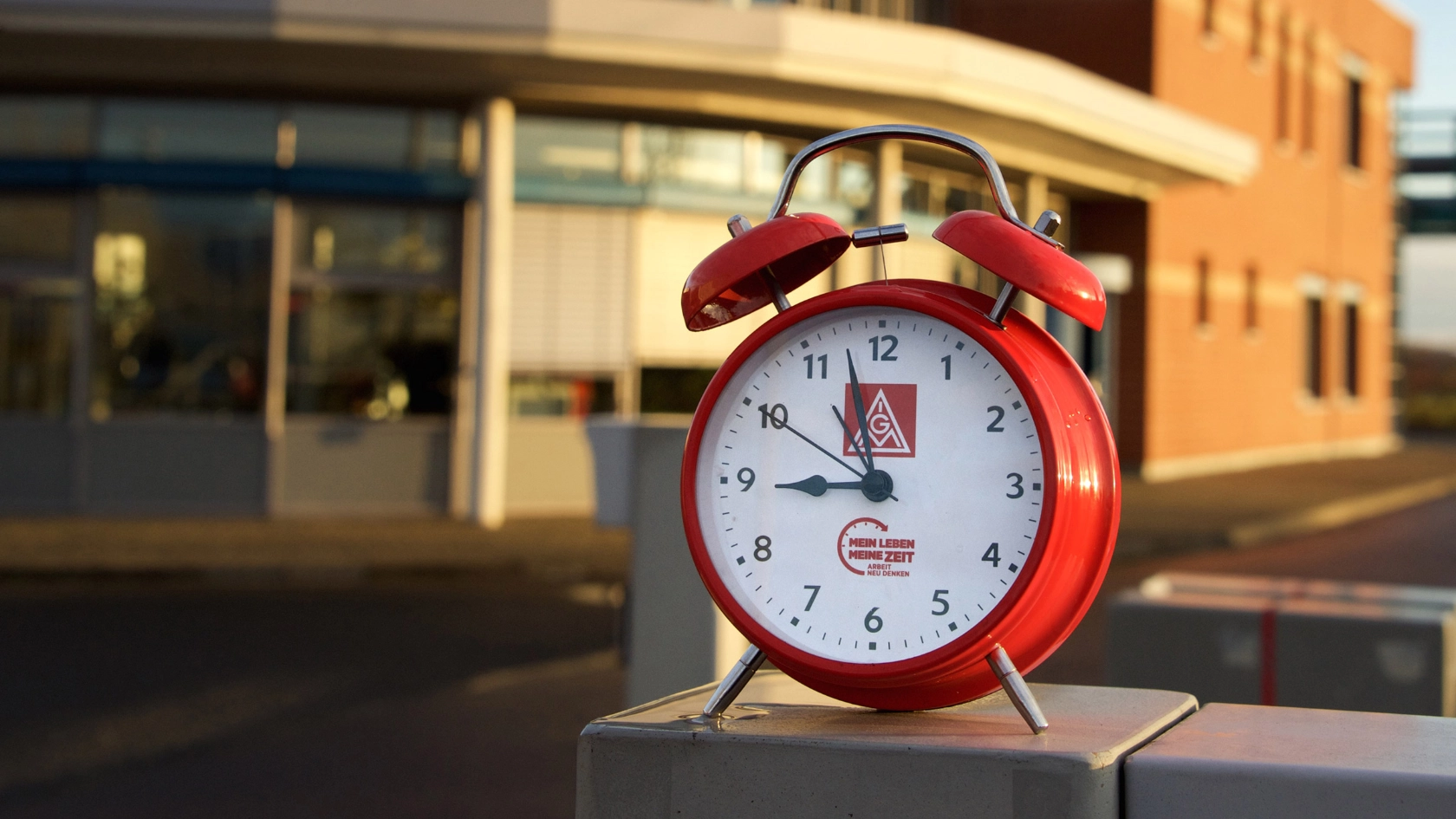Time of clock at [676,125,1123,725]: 8:57
